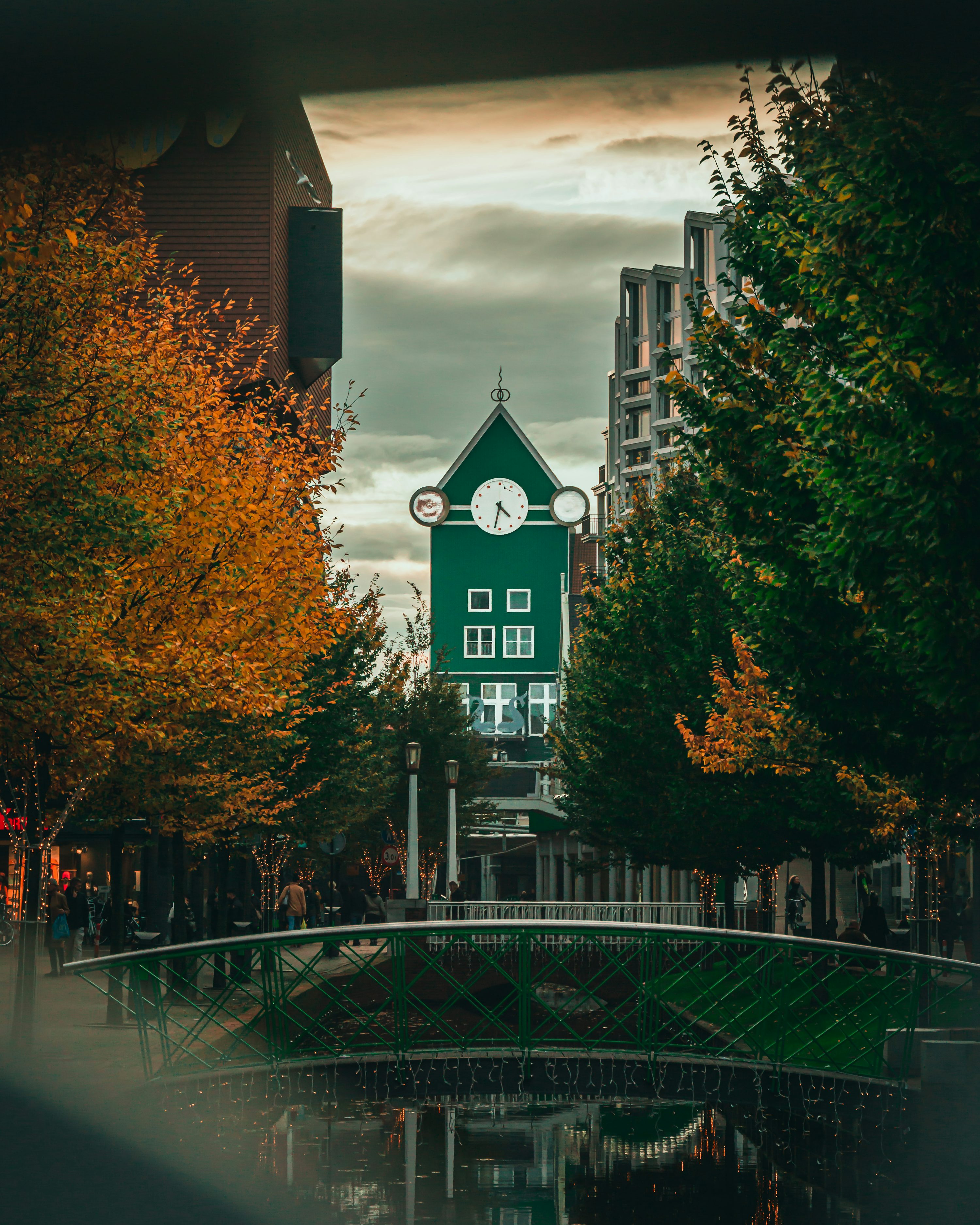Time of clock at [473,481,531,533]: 4:32
